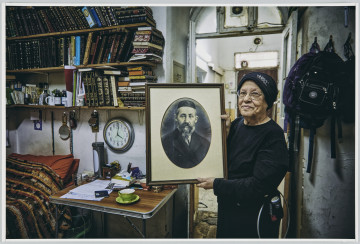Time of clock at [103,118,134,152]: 4:01
